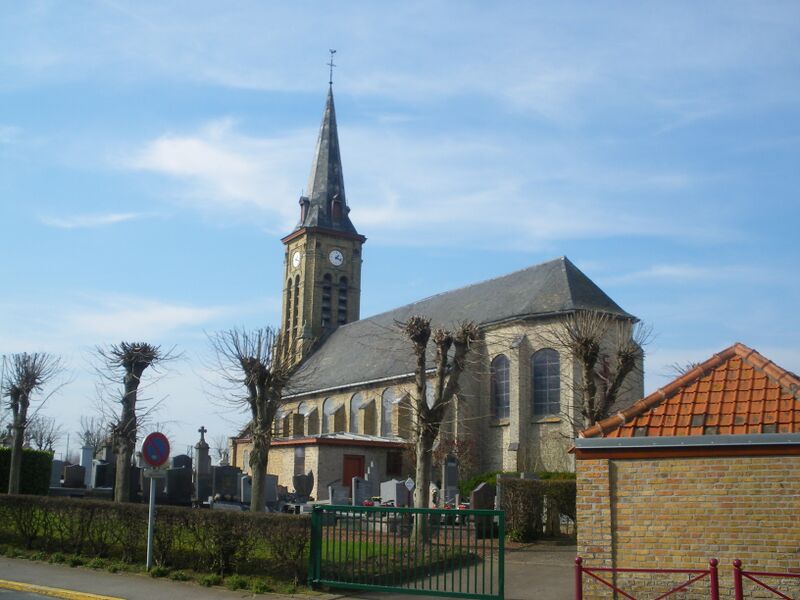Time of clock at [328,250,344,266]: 1:18
